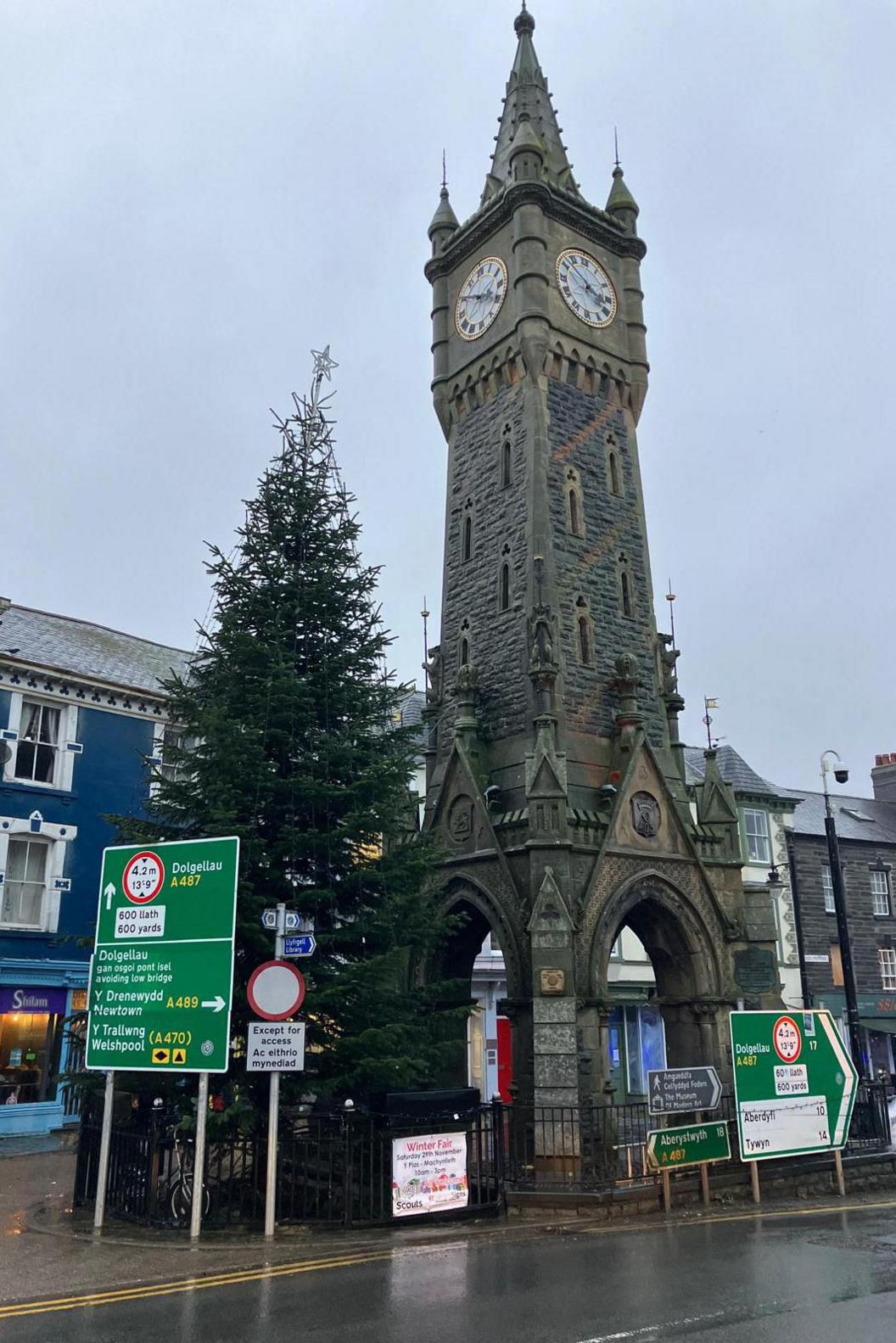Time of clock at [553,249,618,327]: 3:52
